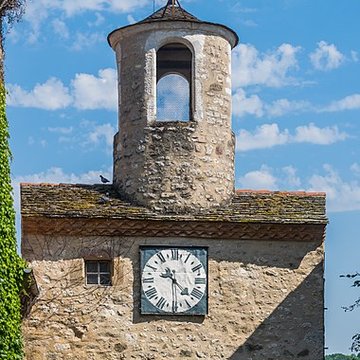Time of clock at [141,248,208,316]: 9:22
